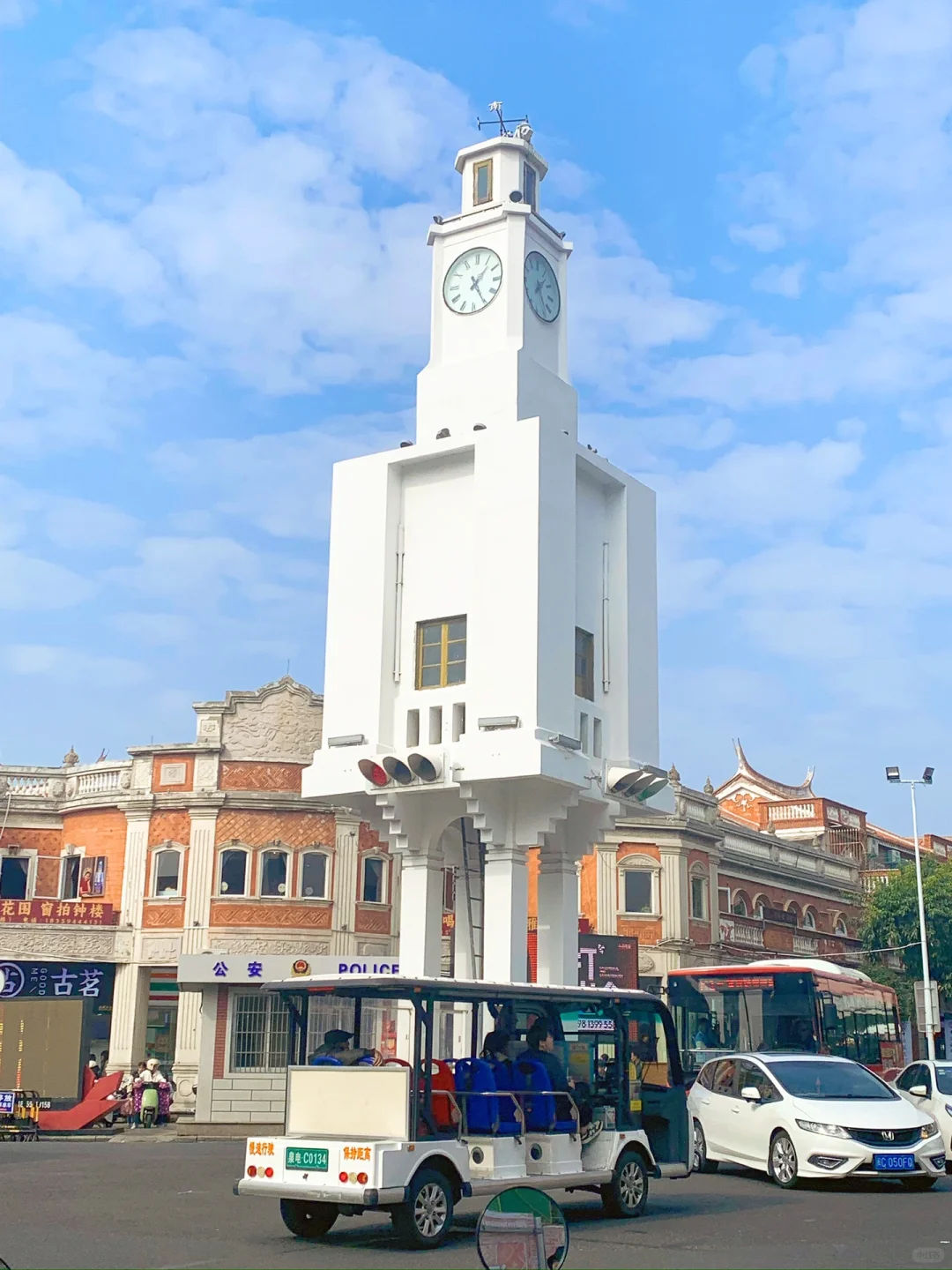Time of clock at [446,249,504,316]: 1:25
